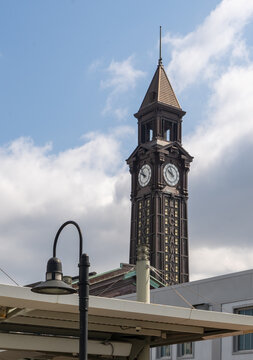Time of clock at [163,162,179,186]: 9:57
